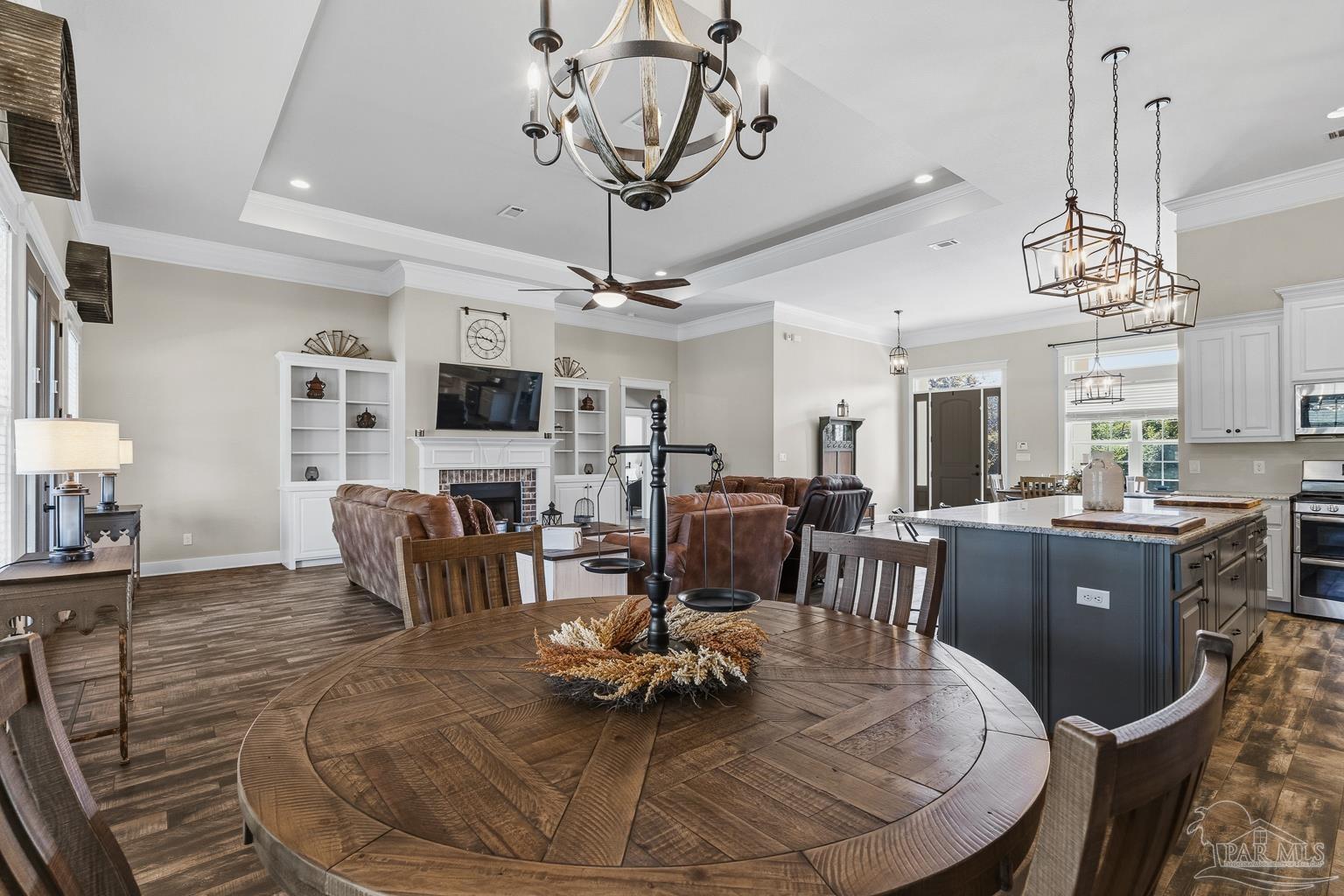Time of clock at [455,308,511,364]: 3:45
